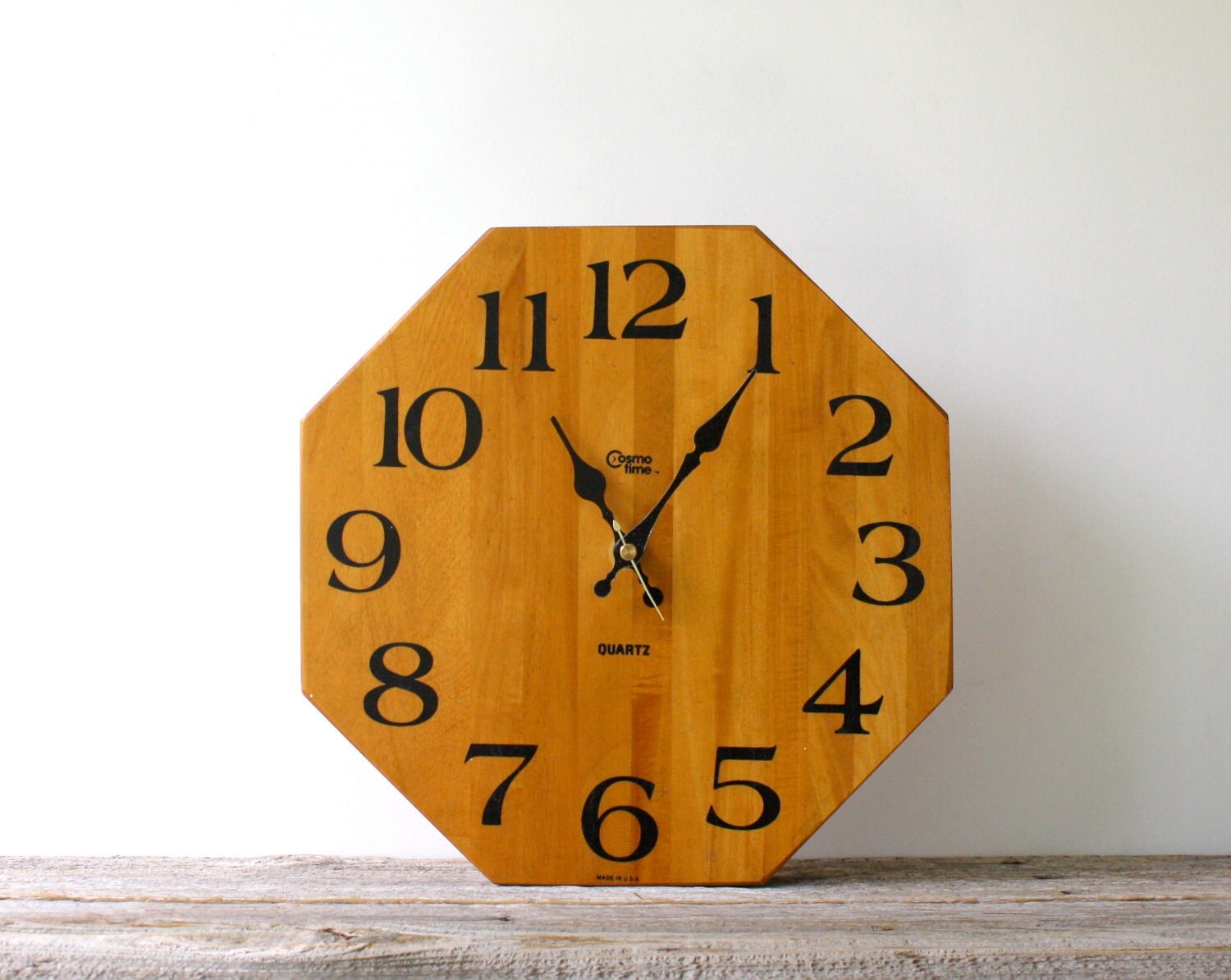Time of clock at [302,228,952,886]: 11:05
